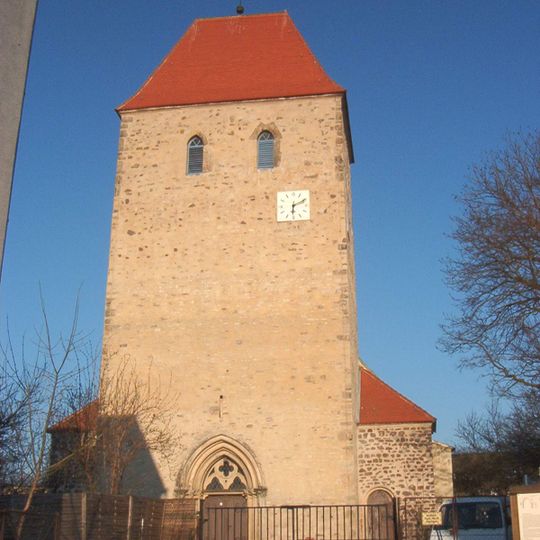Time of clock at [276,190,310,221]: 6:11
